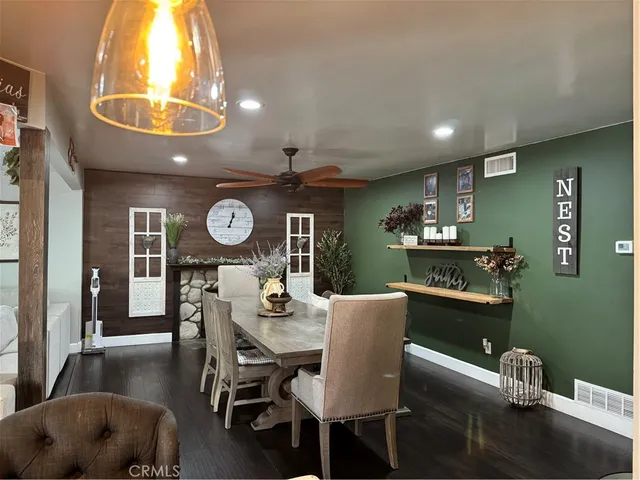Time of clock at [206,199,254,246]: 1:02
